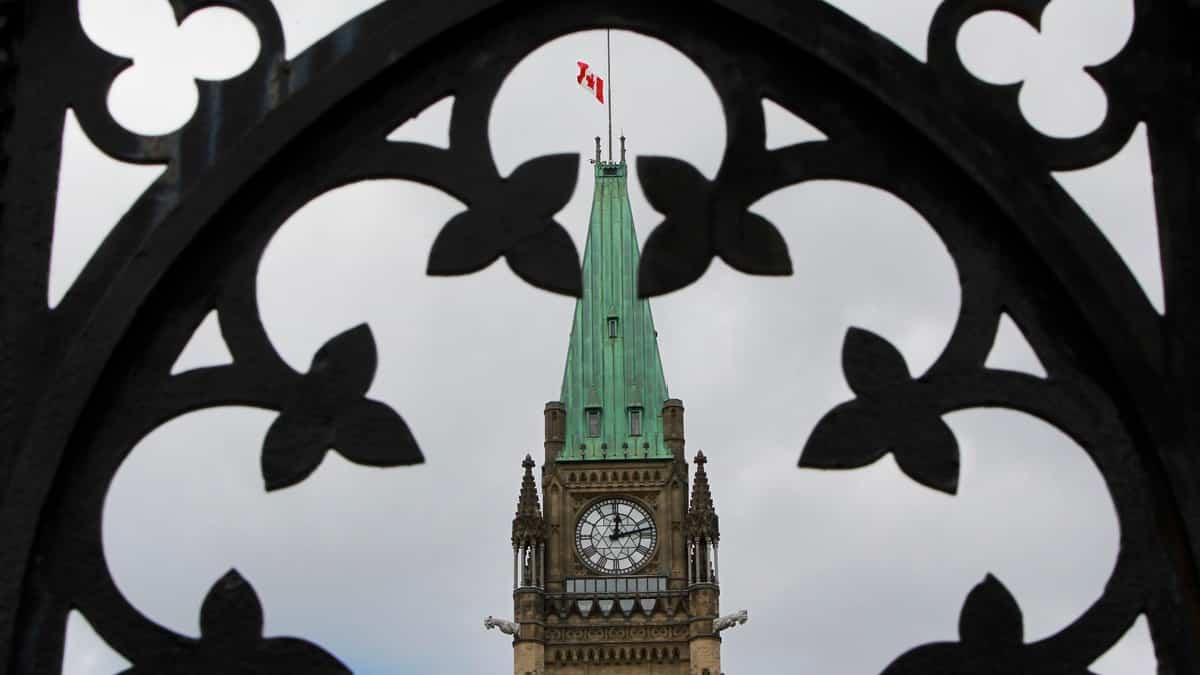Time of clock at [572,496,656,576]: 12:12
